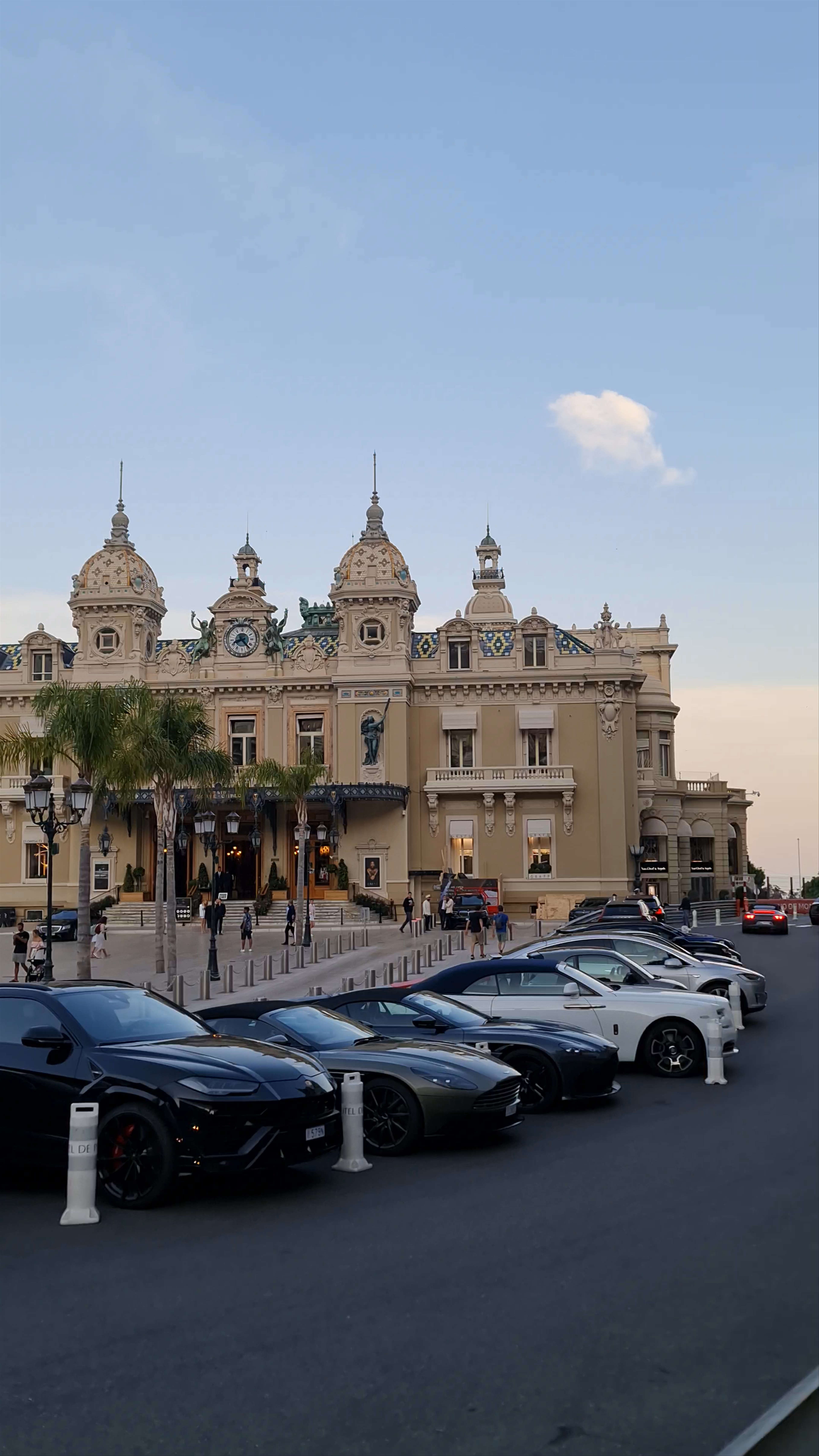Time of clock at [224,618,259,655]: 8:23
